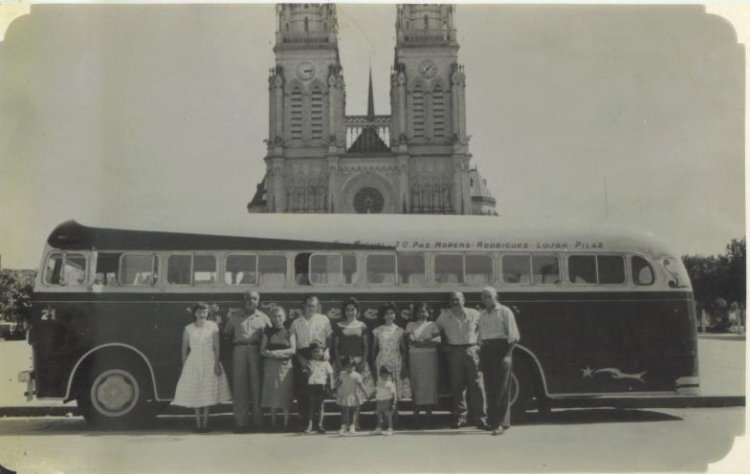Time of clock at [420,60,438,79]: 1:37
